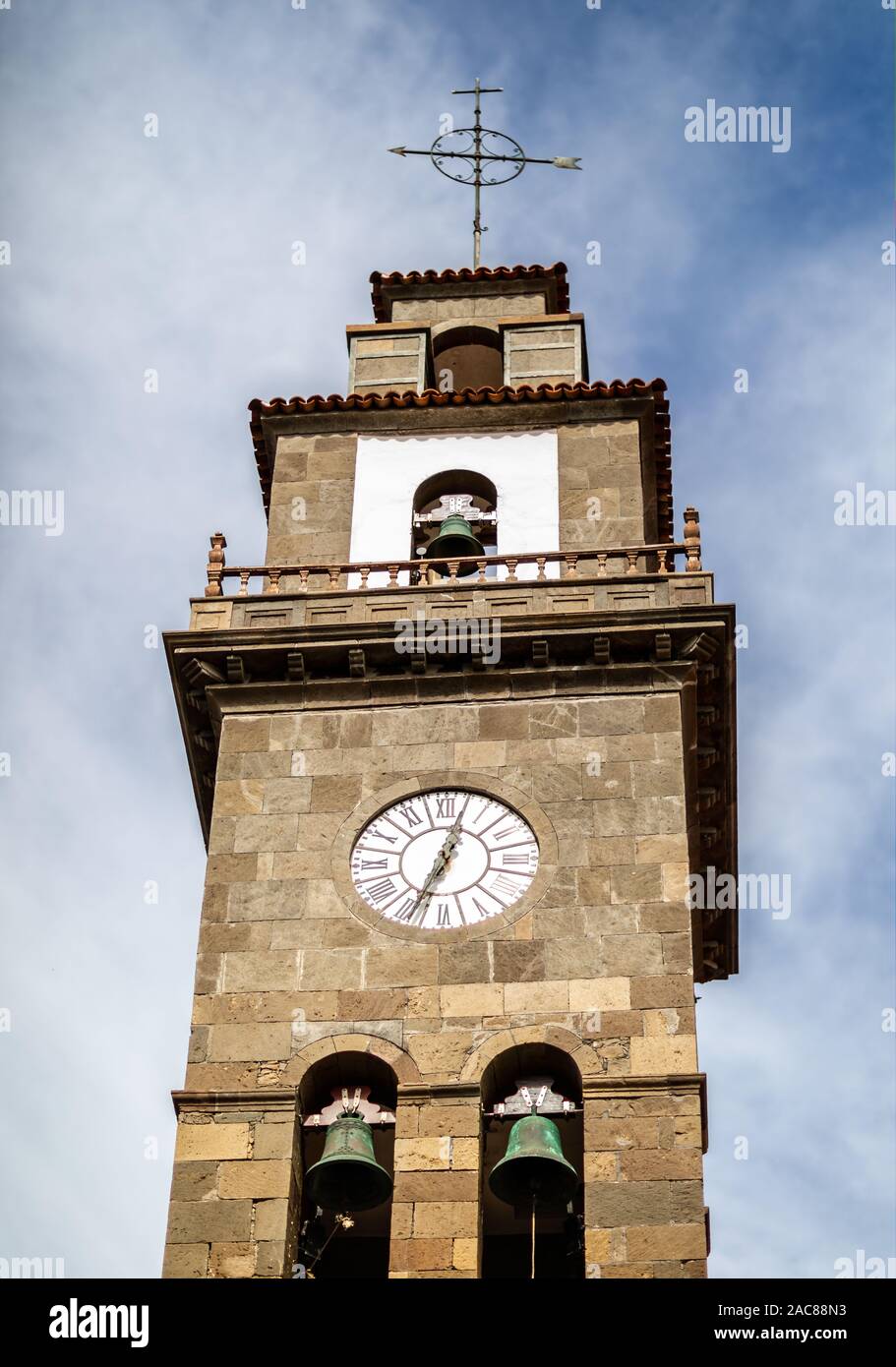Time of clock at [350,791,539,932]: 12:34
